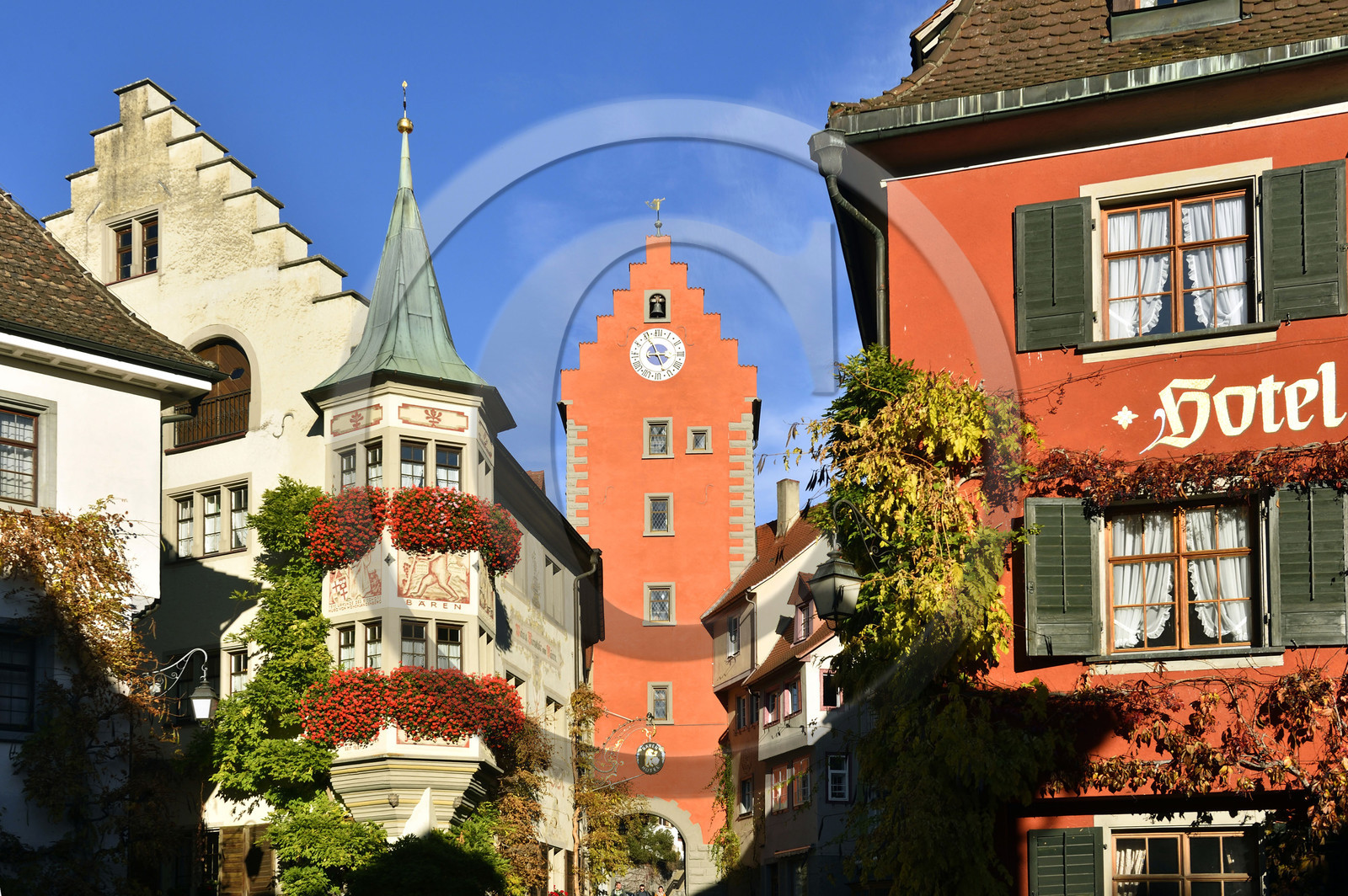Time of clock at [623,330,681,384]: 8:55
